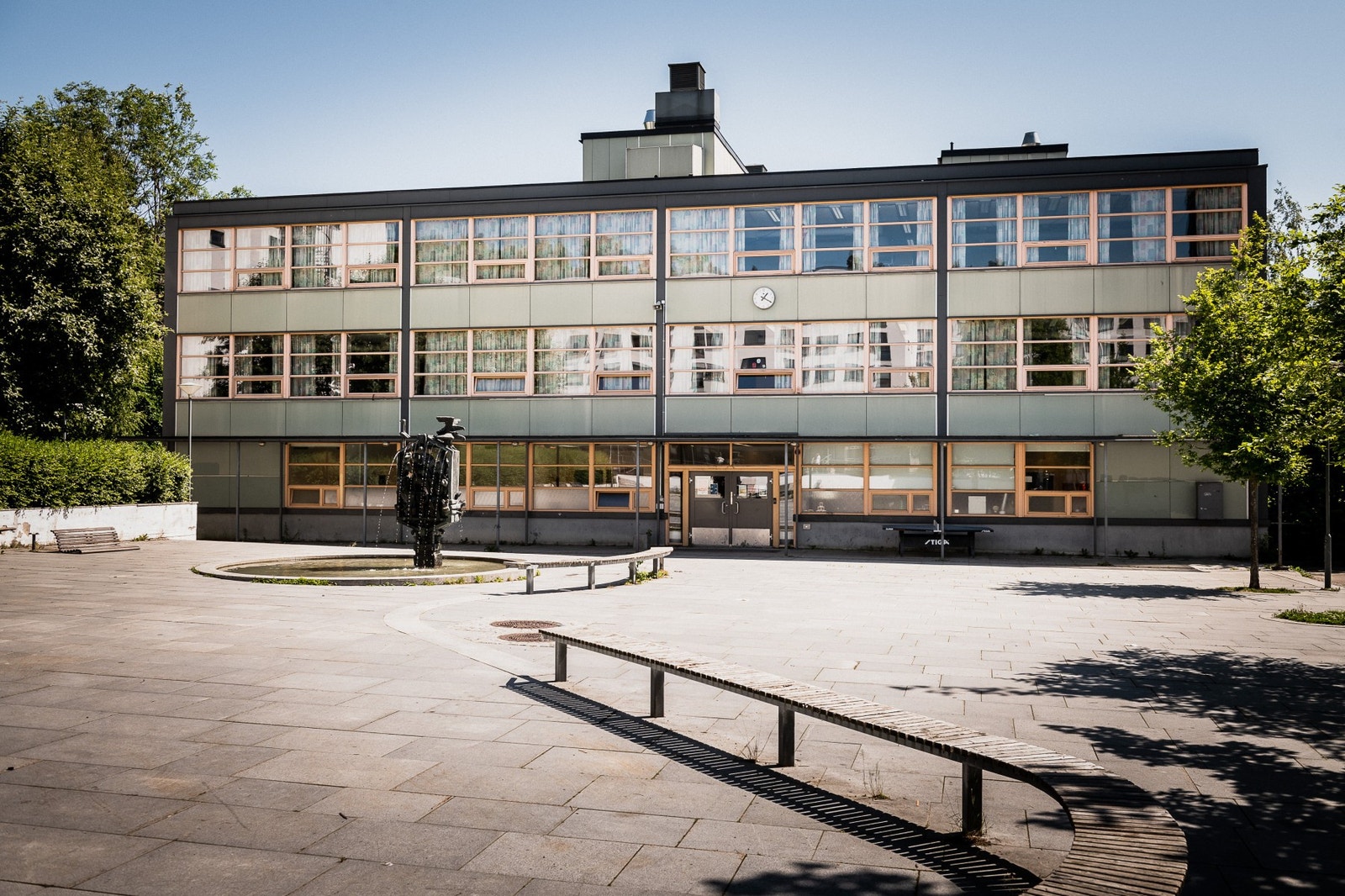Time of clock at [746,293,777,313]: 1:19
